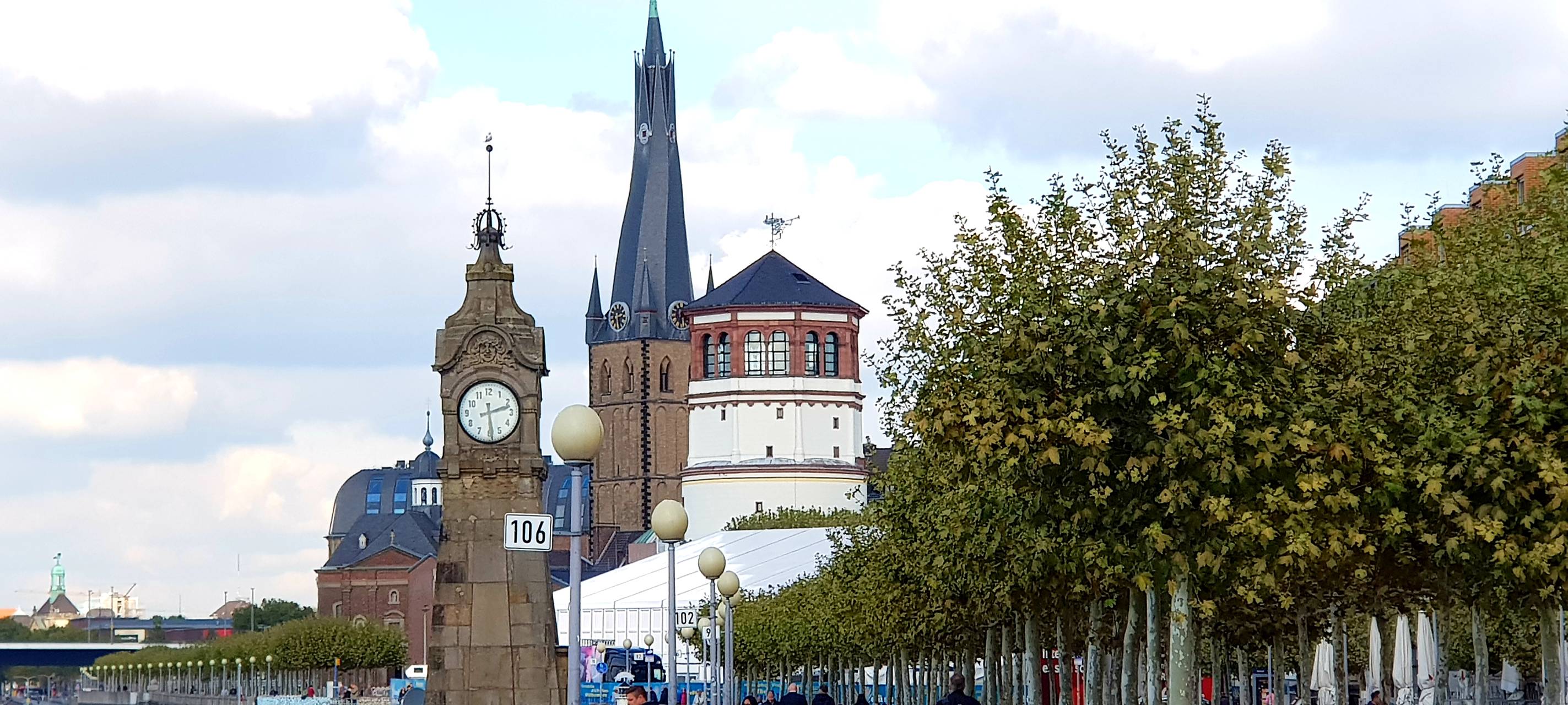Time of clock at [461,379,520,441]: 2:29
